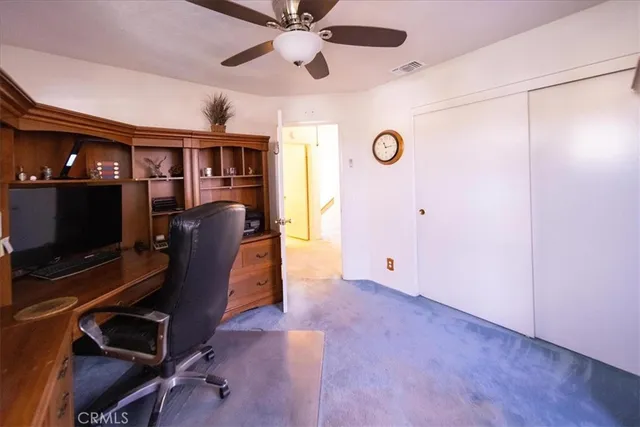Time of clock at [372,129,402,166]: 11:13
